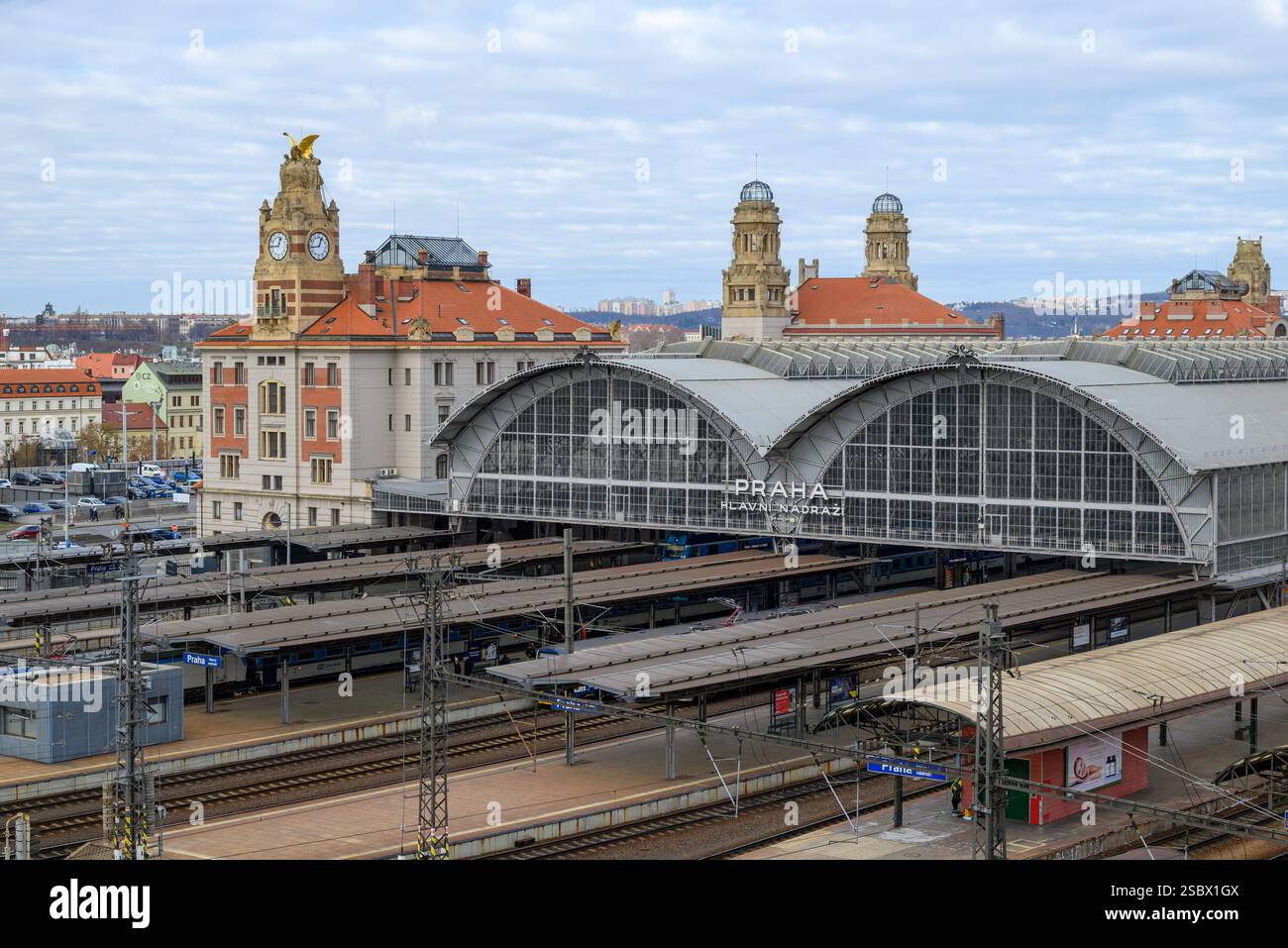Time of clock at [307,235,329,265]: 12:43
